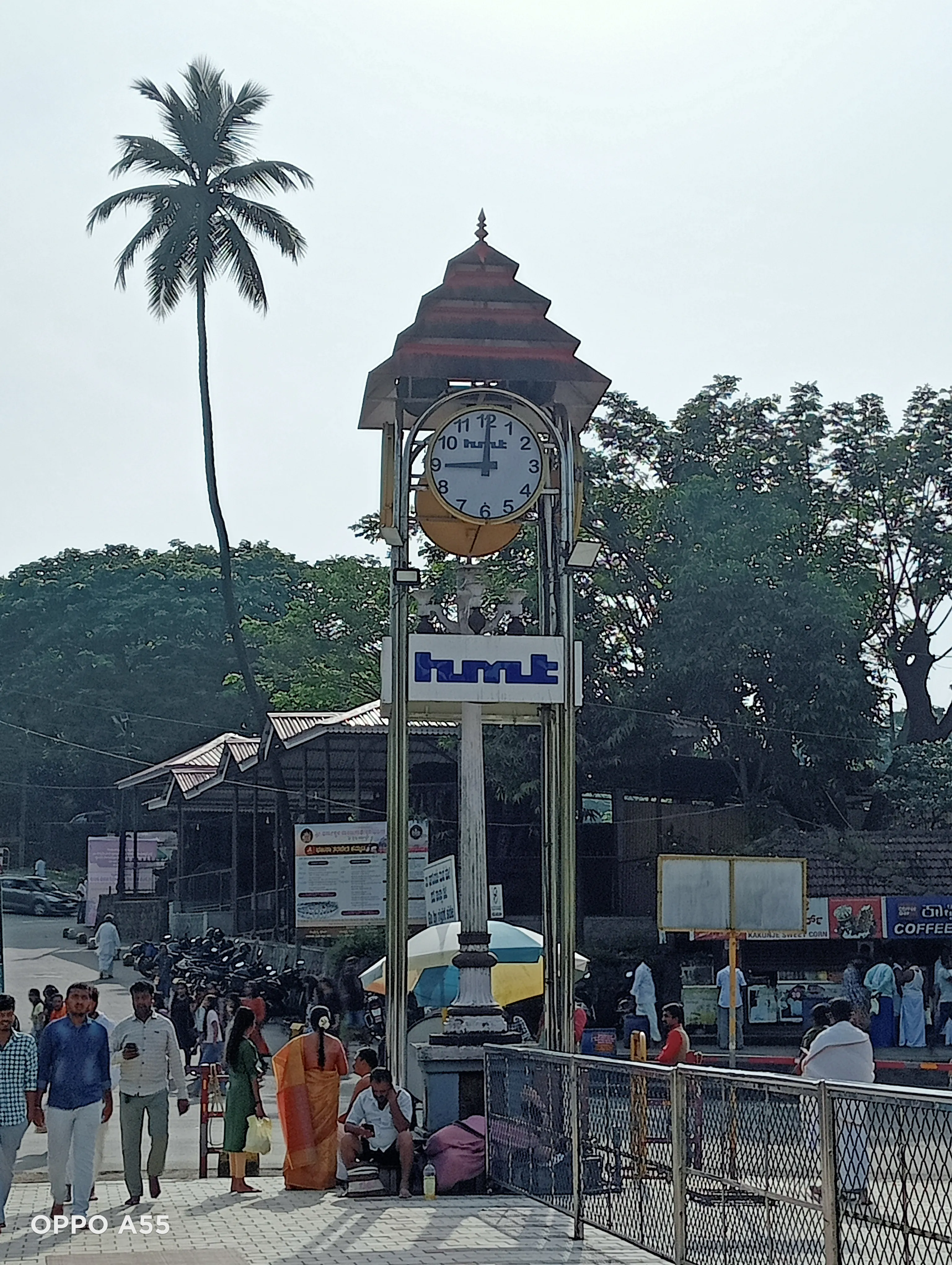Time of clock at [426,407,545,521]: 9:00
